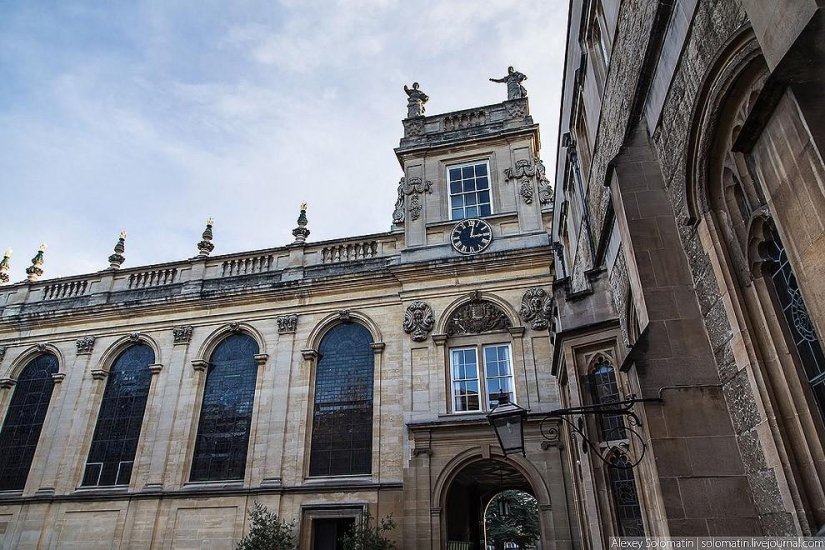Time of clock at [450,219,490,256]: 3:02
